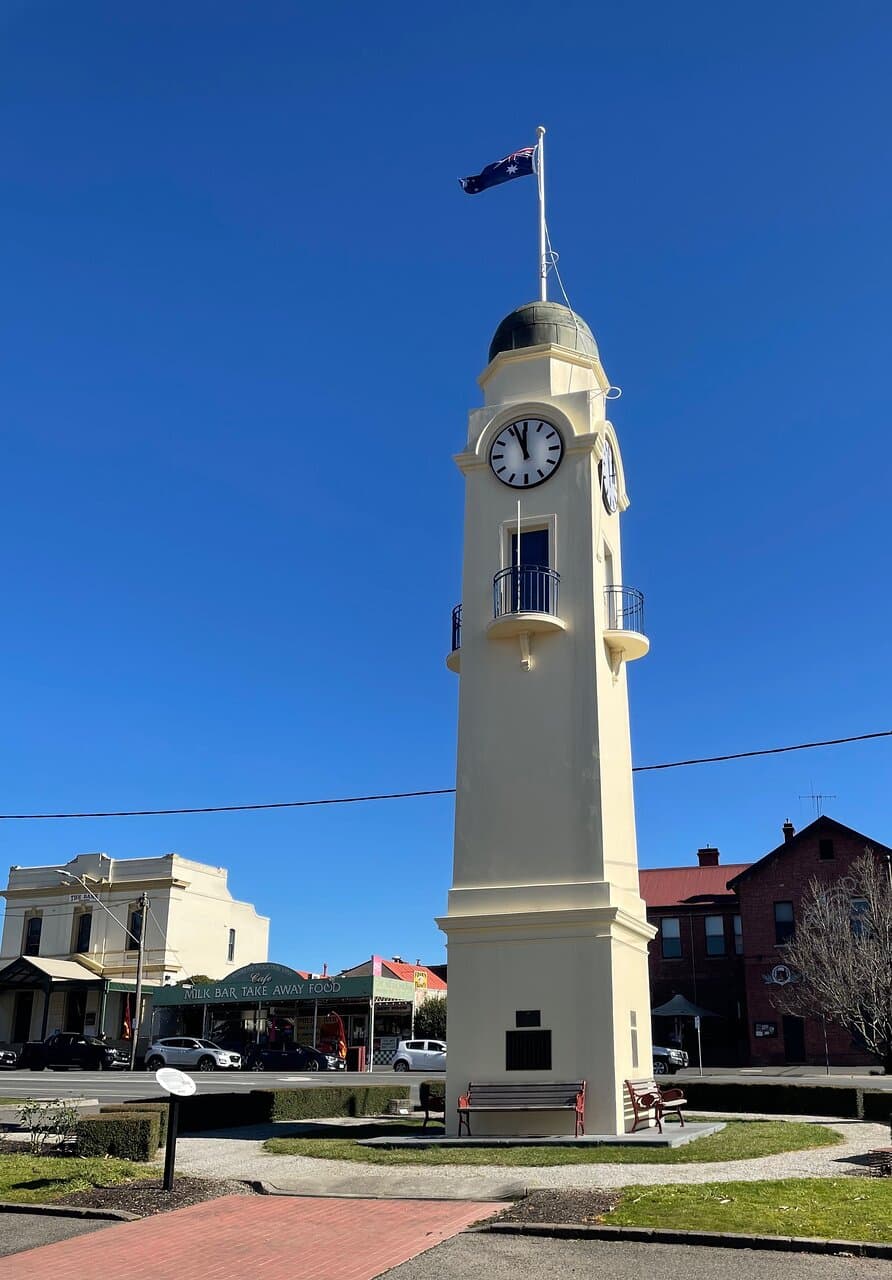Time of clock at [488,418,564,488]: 11:56
